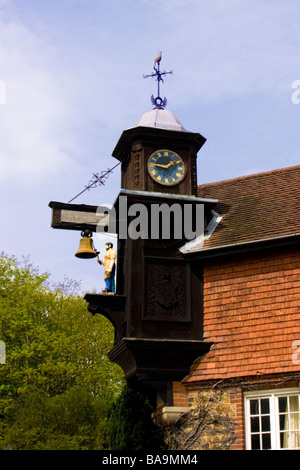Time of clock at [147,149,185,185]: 1:46
